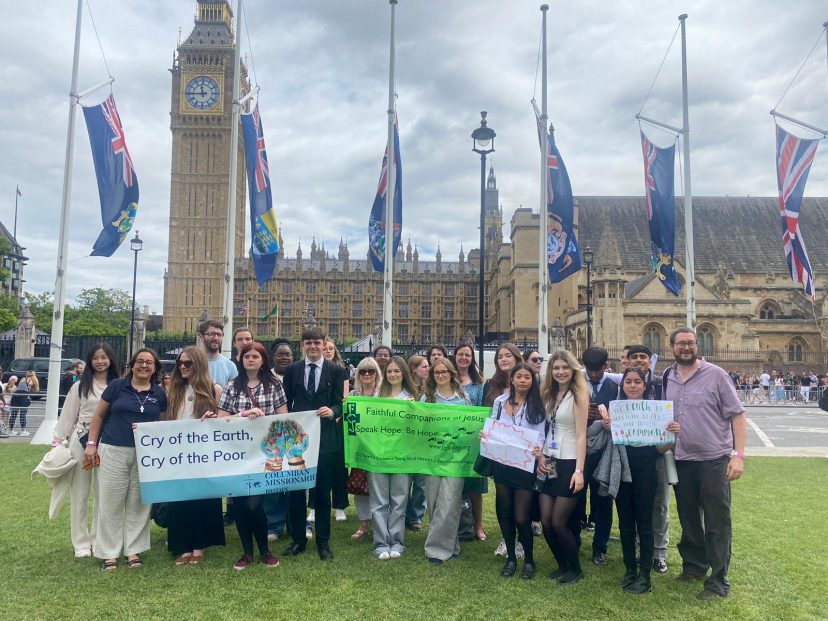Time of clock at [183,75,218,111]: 11:44
